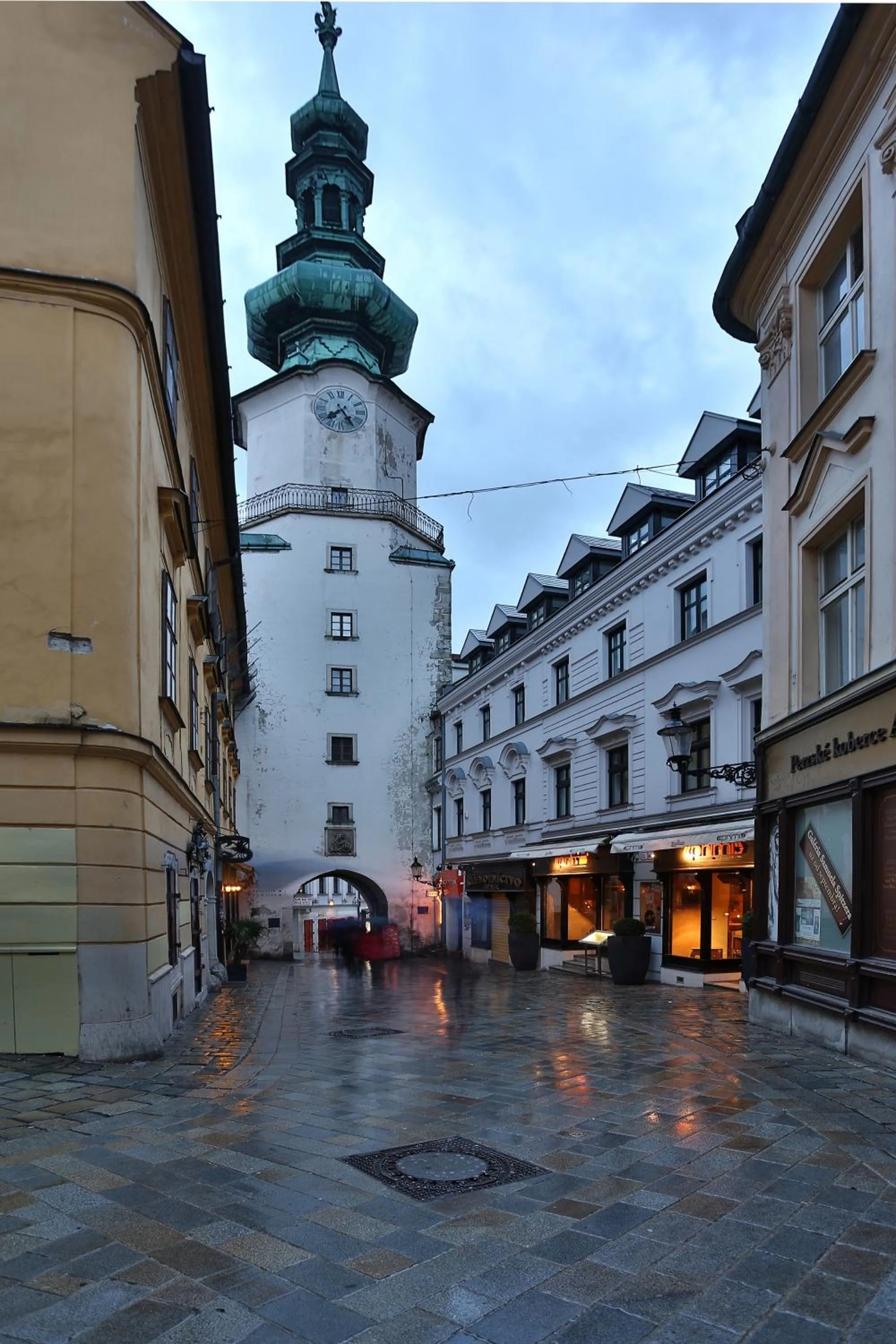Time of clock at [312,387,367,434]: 7:24
